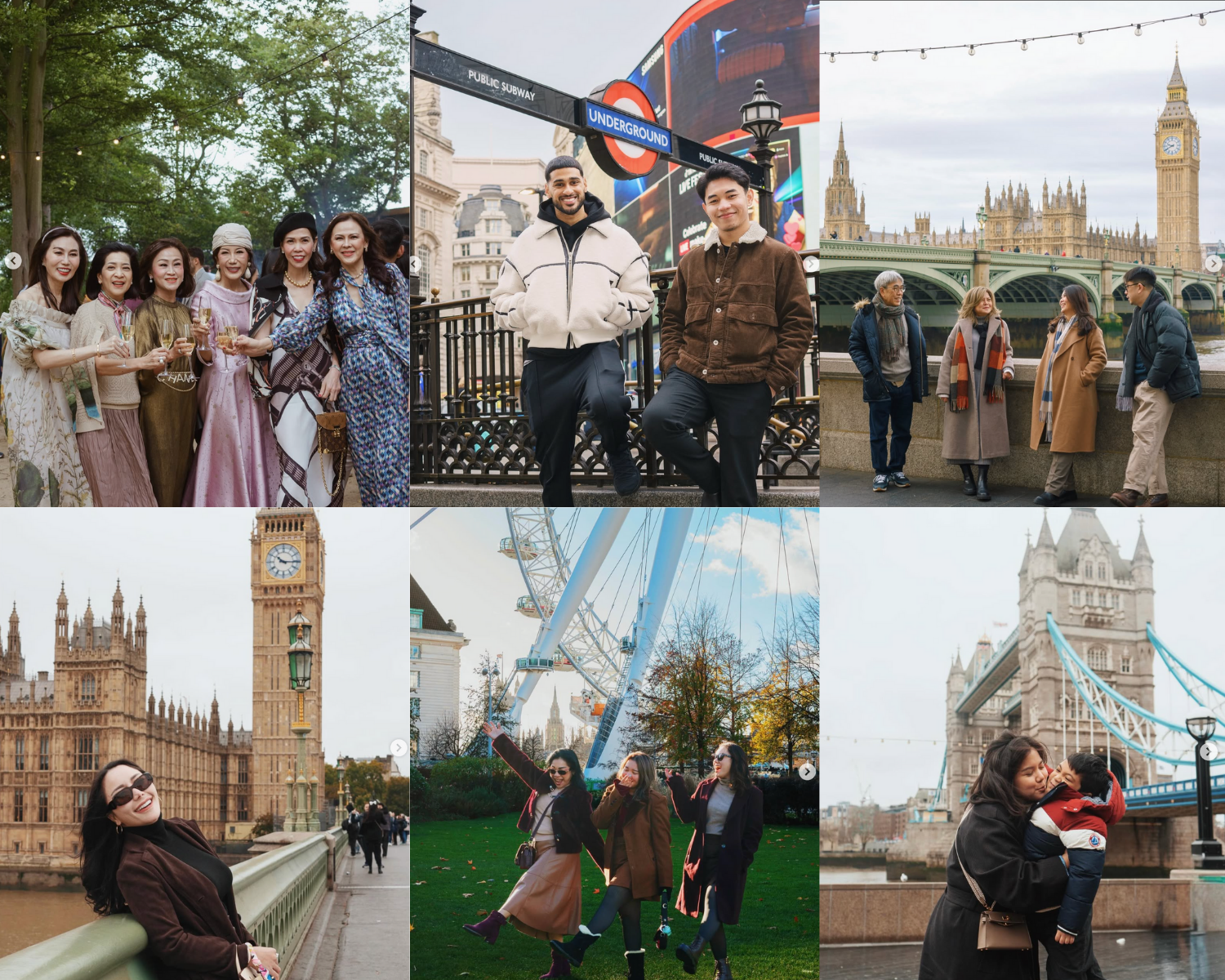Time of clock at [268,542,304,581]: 10:15
